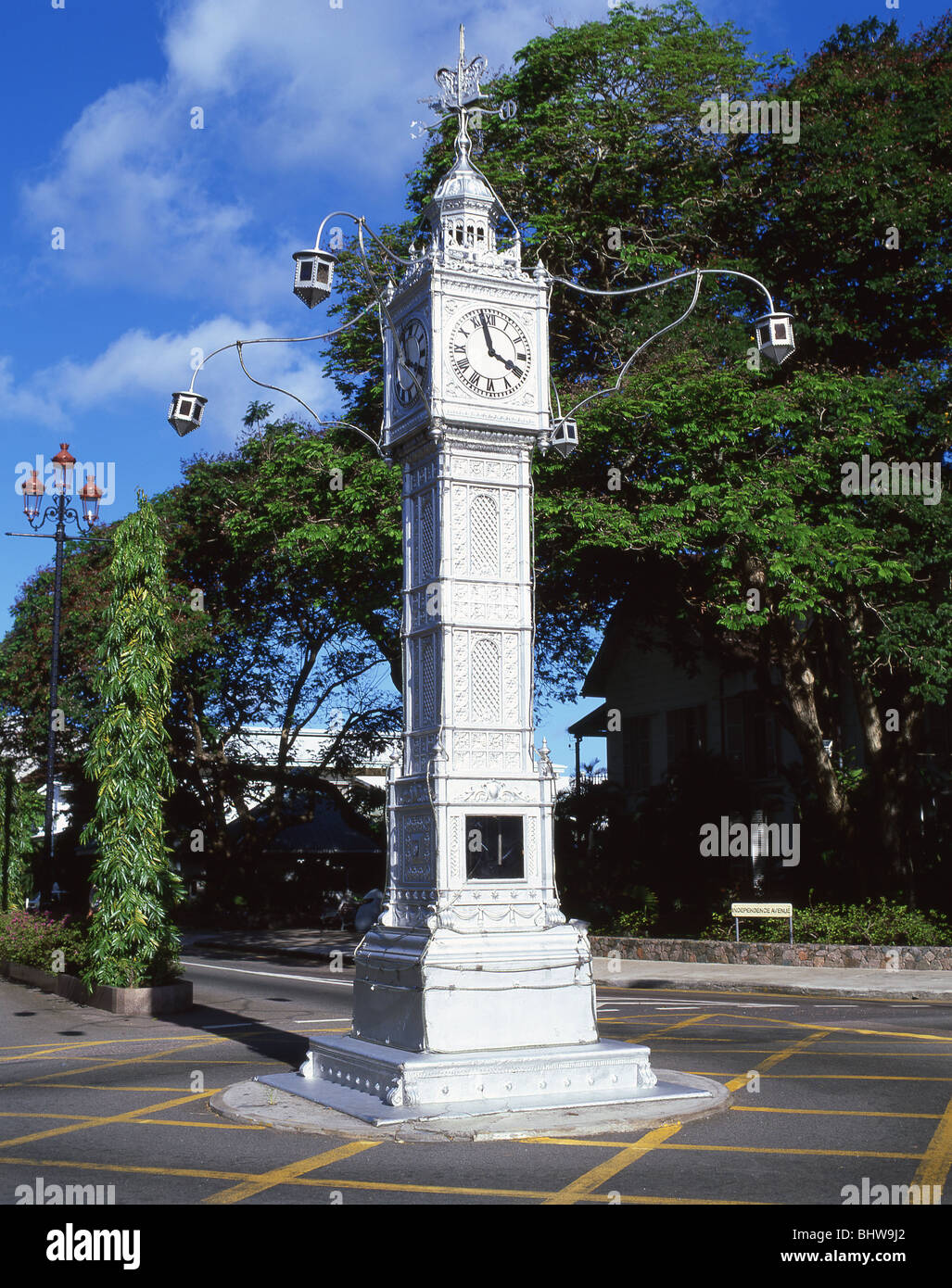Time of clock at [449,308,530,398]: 3:57
